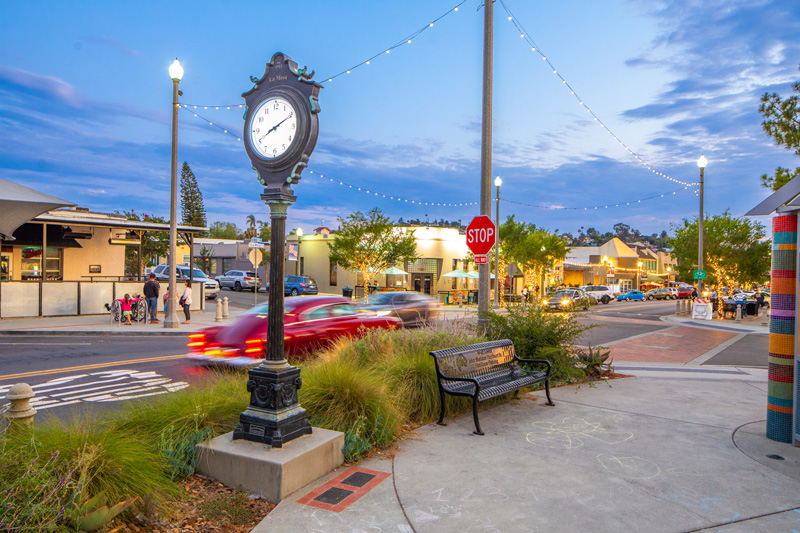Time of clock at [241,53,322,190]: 8:11
